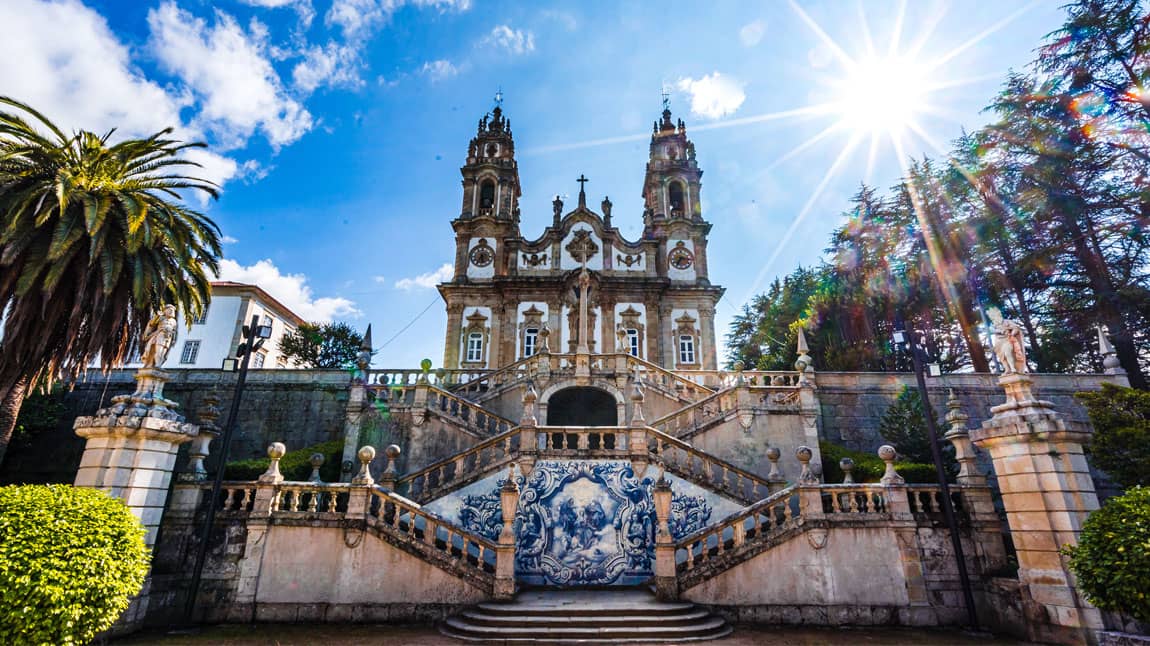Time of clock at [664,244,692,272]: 7:15
